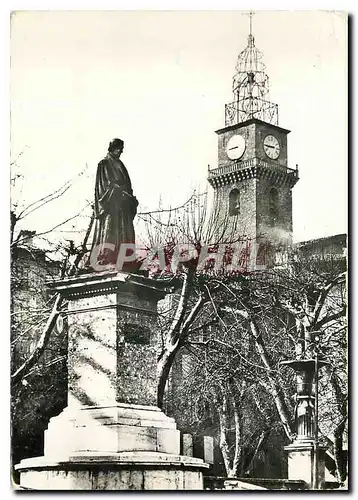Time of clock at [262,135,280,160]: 8:45
